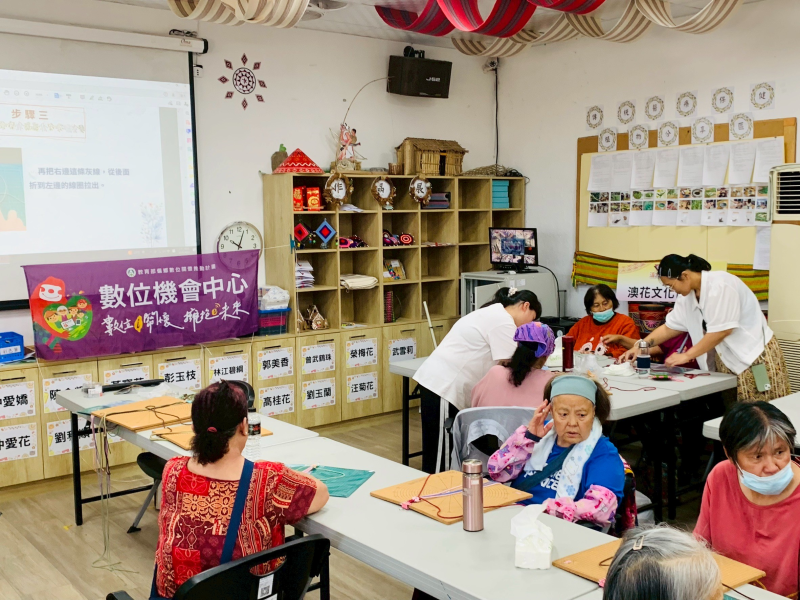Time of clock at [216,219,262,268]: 10:02
